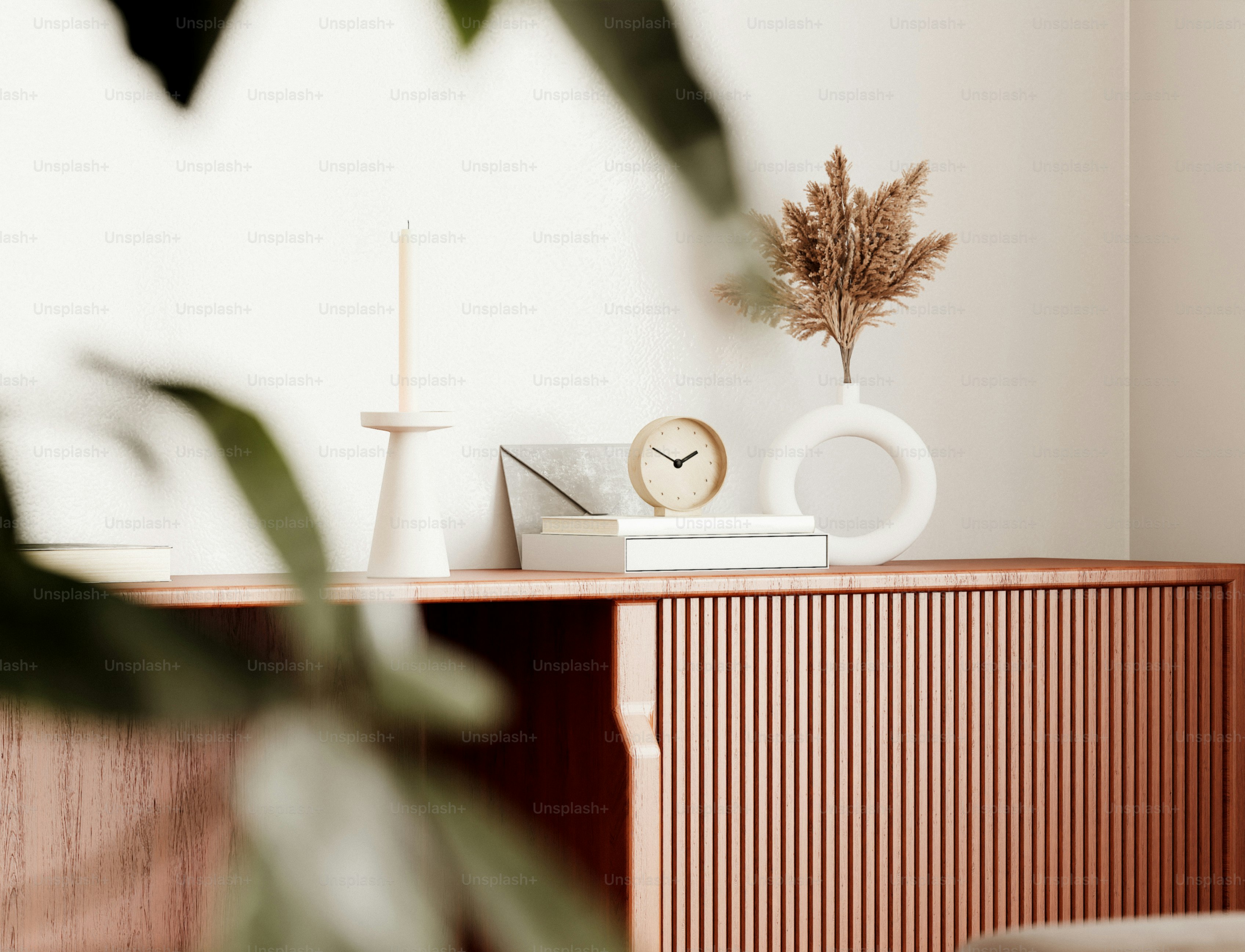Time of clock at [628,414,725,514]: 1:50
